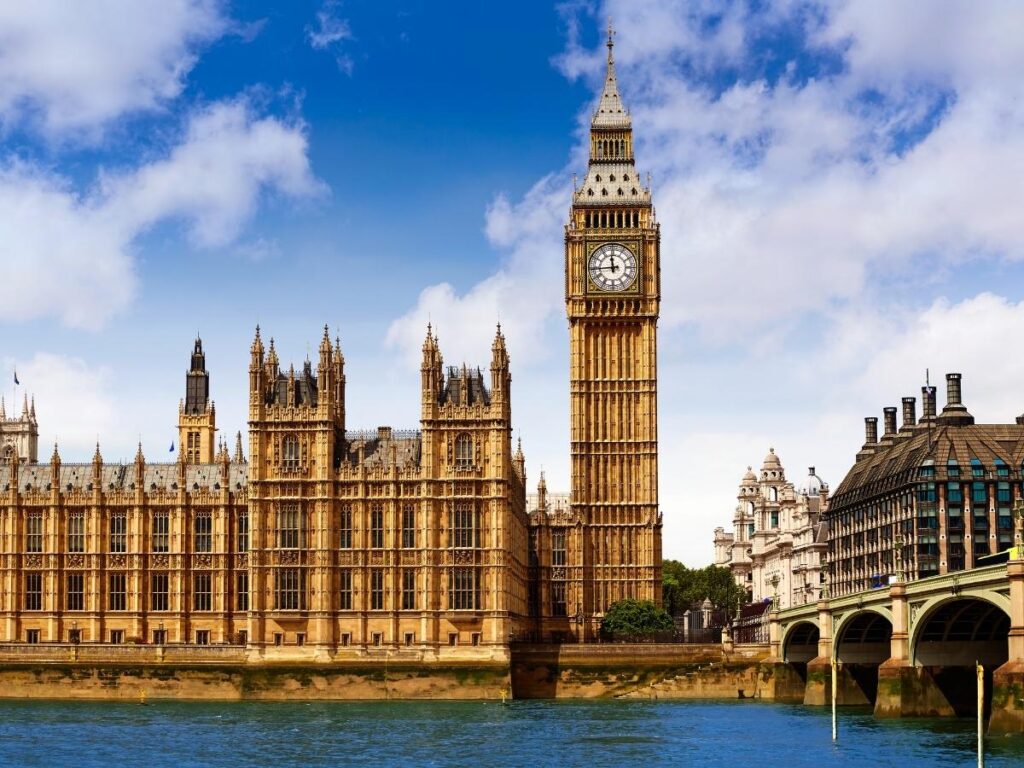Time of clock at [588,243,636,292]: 11:44
